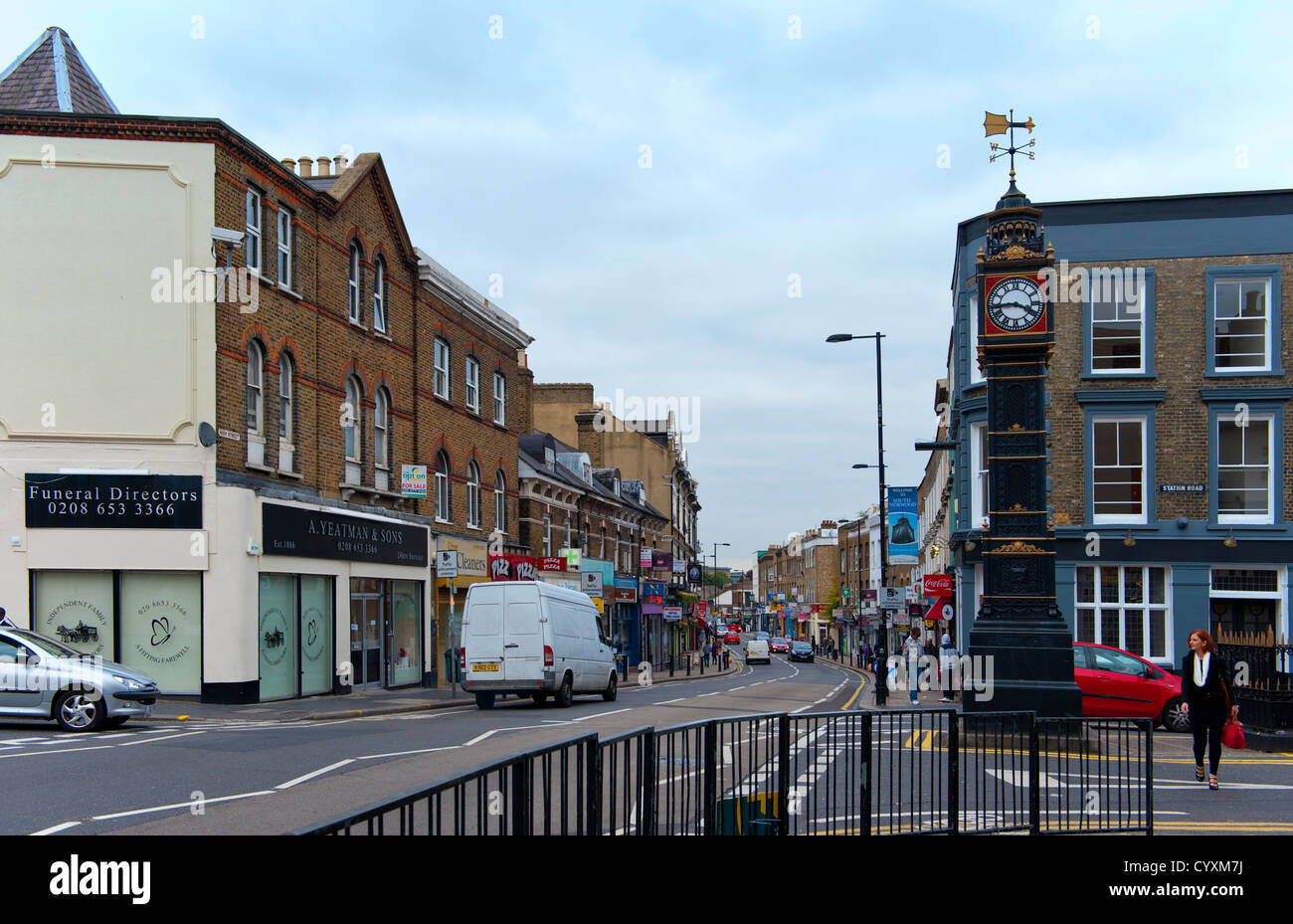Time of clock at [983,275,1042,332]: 3:43
